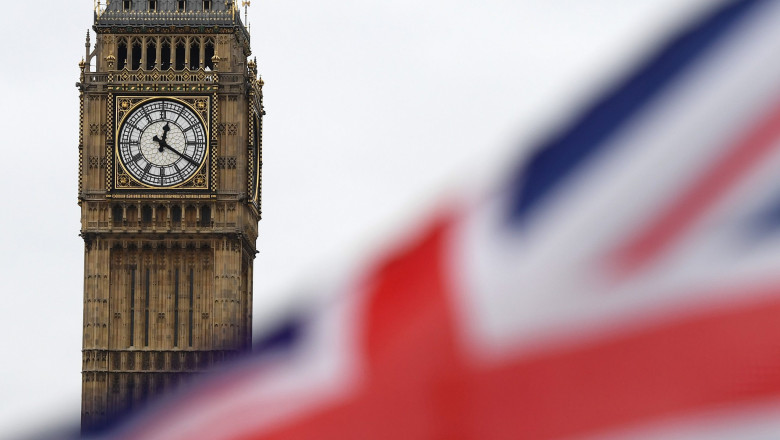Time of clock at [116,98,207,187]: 12:20
